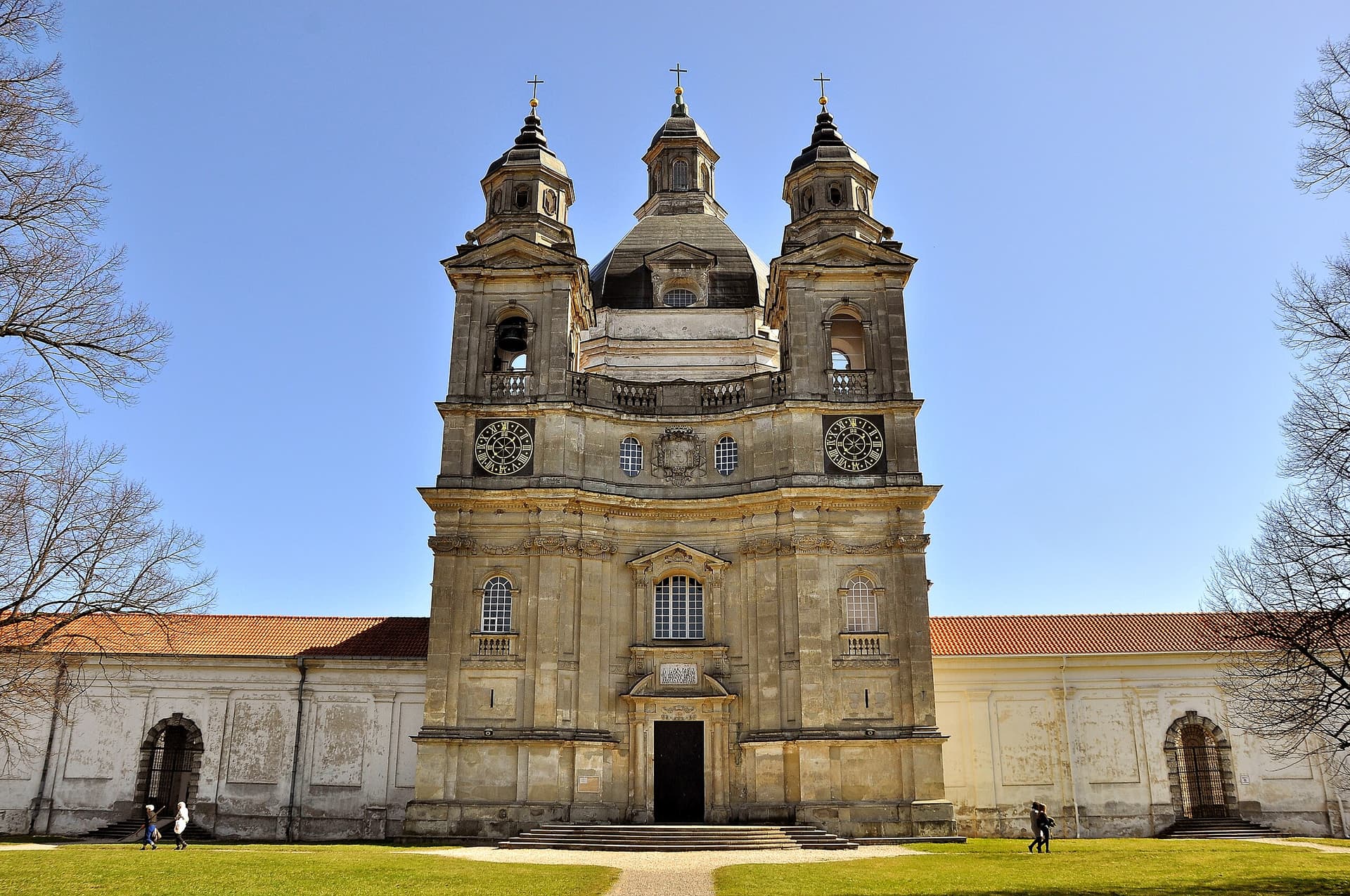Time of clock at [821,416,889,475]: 7:22
